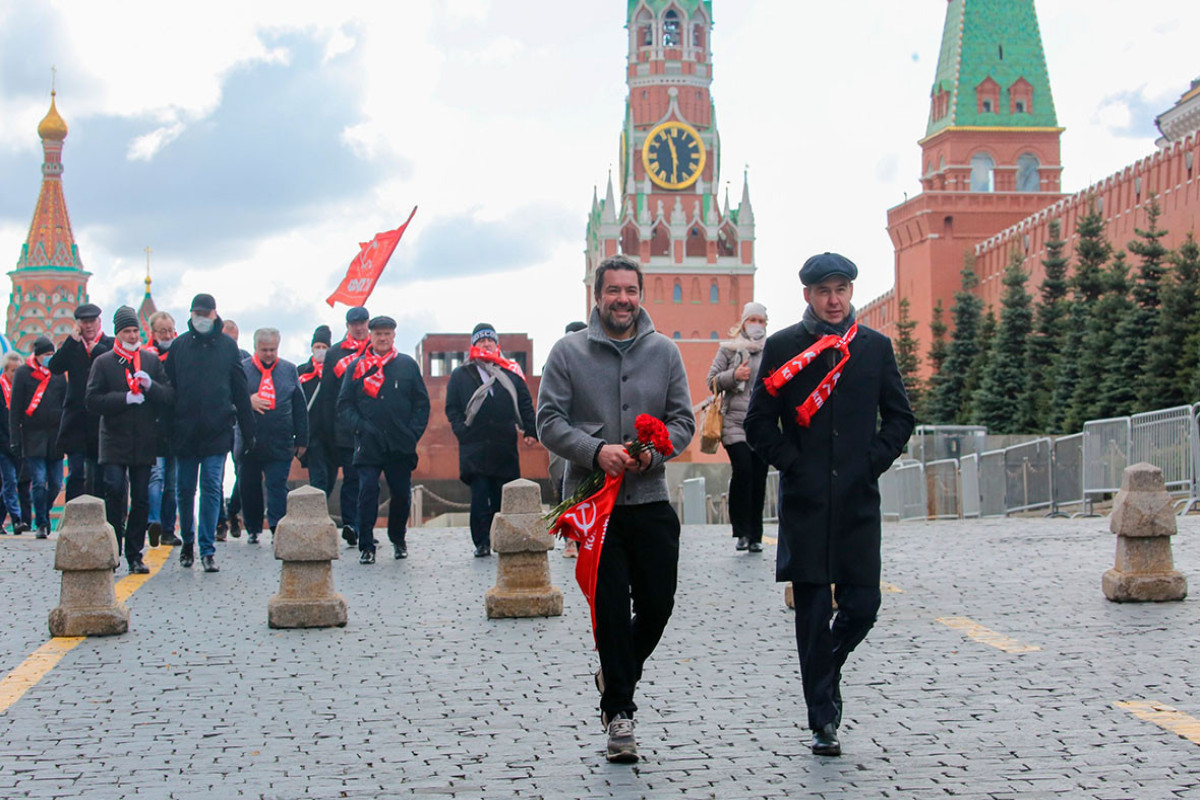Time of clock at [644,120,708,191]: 11:29
